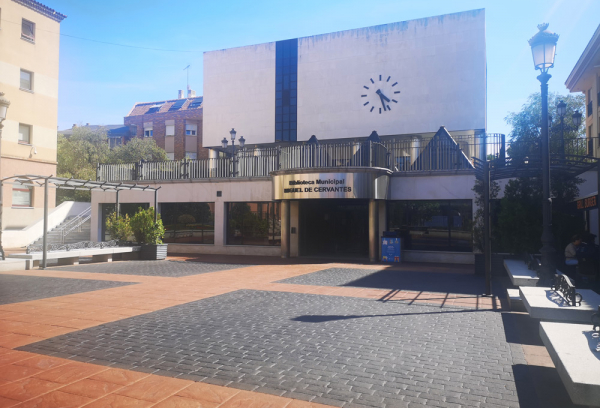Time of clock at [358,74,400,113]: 4:27
